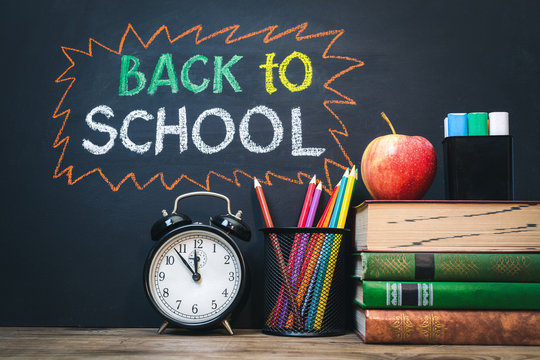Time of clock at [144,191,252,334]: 11:53
